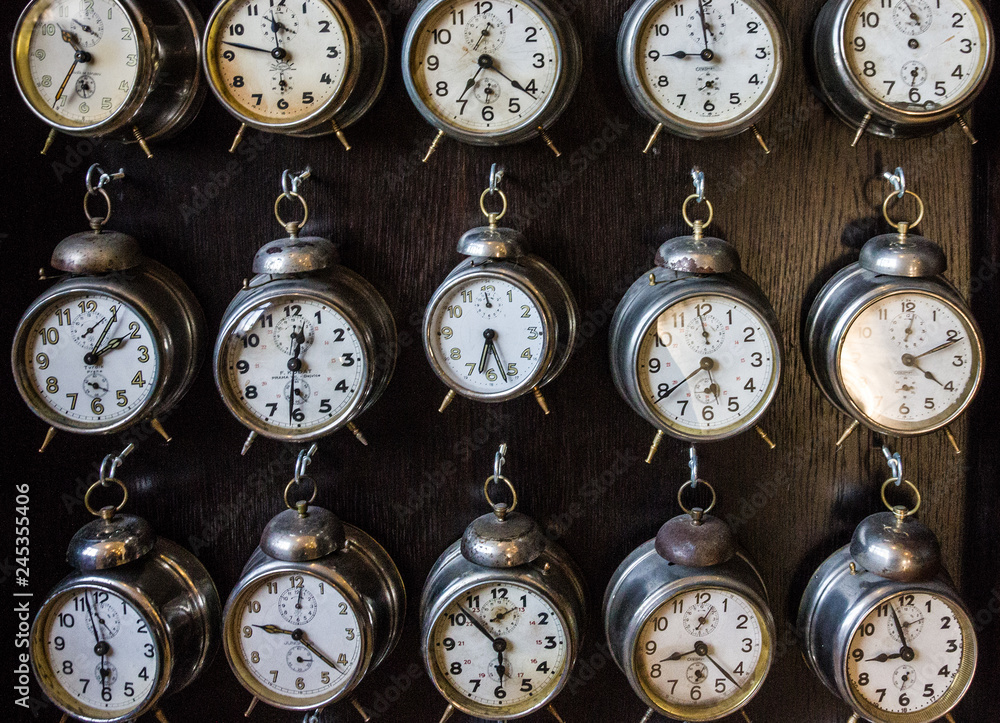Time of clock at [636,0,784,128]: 8:59
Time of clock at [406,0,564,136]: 7:21
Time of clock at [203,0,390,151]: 11:46
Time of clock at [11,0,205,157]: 10:35
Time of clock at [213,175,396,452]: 12:31
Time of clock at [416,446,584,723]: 5:52
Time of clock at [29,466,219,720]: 5:57
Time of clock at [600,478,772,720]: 8:22
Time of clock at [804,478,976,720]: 8:56
